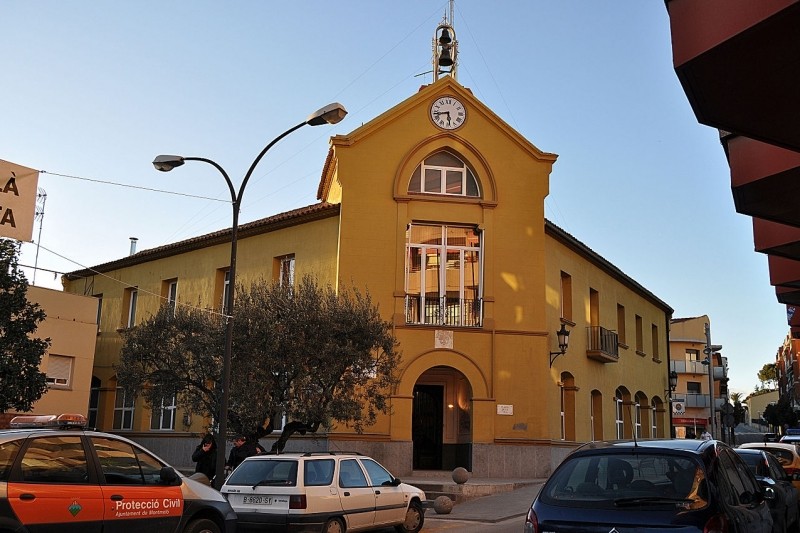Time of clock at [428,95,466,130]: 5:43
